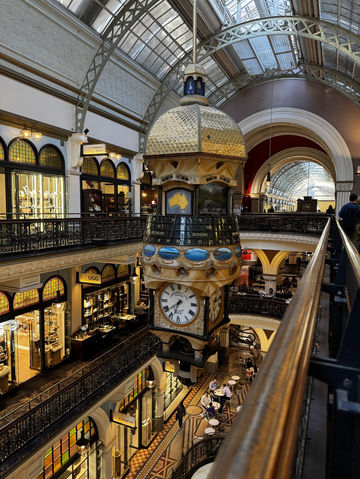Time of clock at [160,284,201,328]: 6:38
